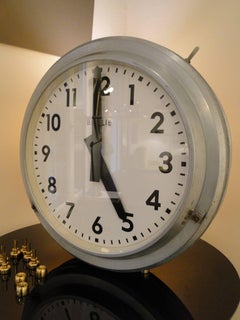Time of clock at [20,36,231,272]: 4:59
